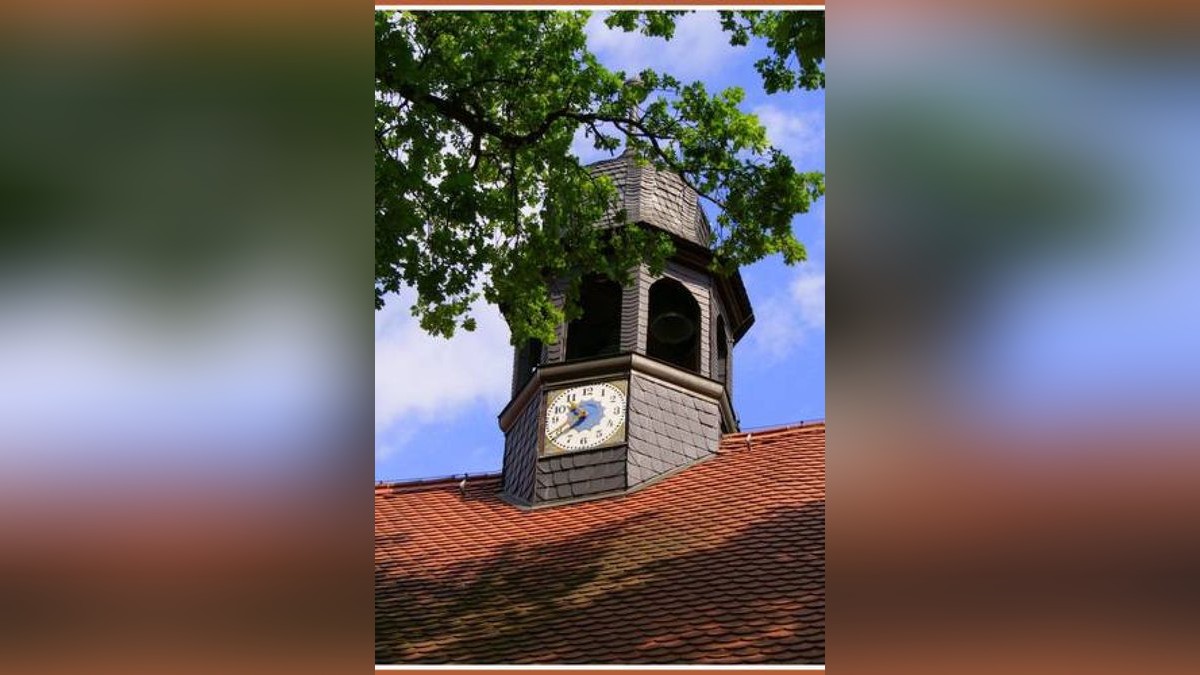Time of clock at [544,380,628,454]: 10:39
